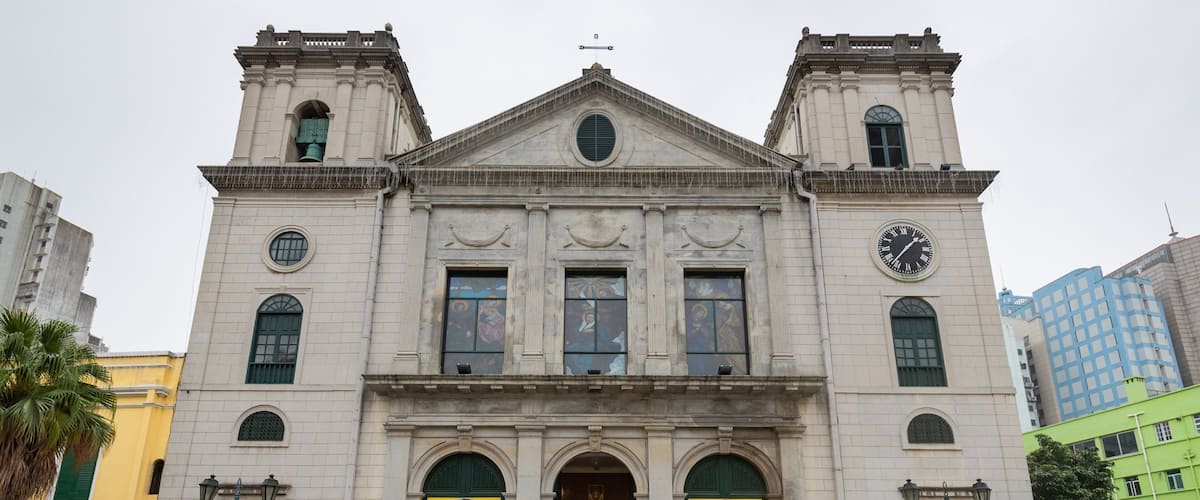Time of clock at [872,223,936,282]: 1:36
